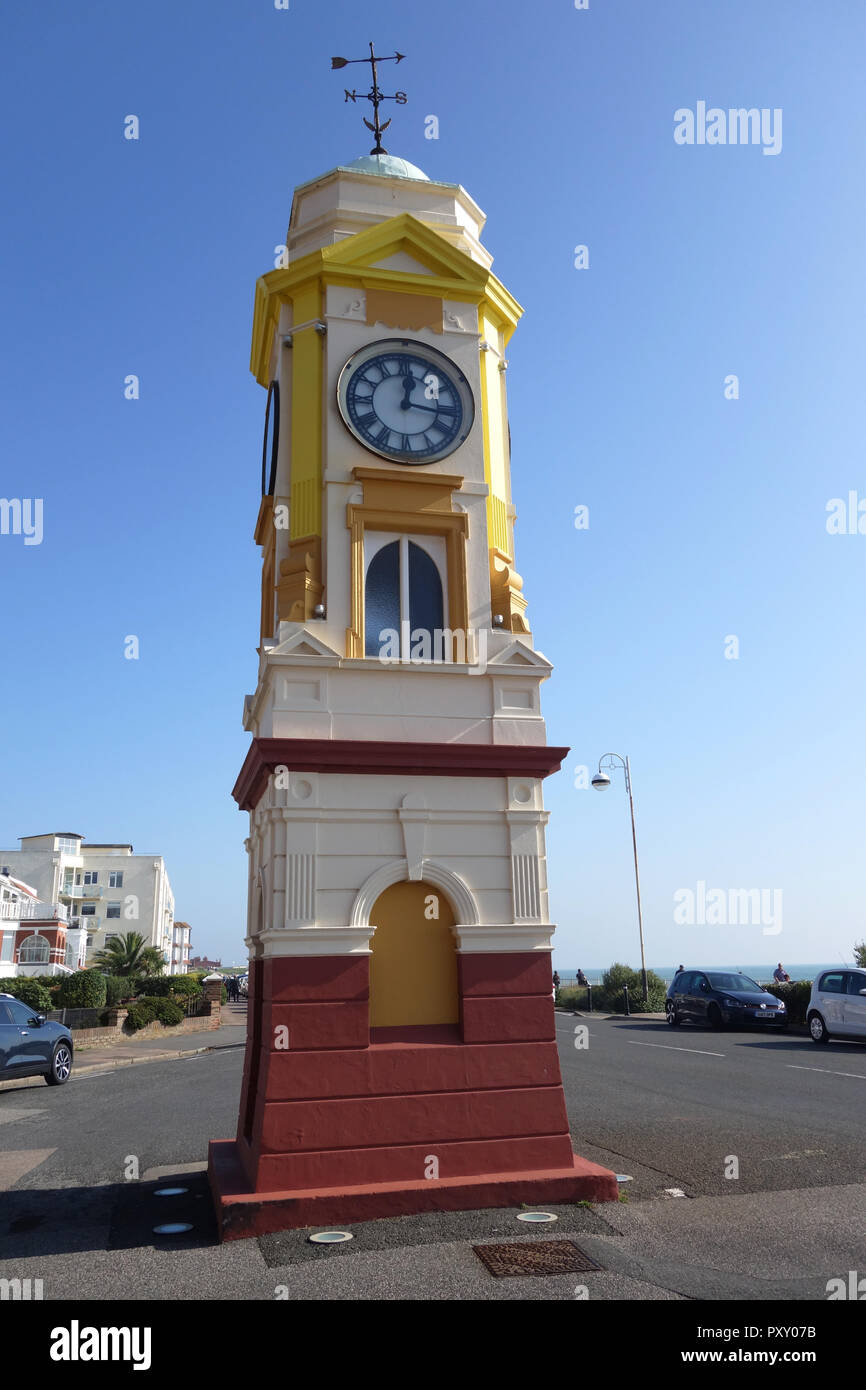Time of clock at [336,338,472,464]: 12:17
